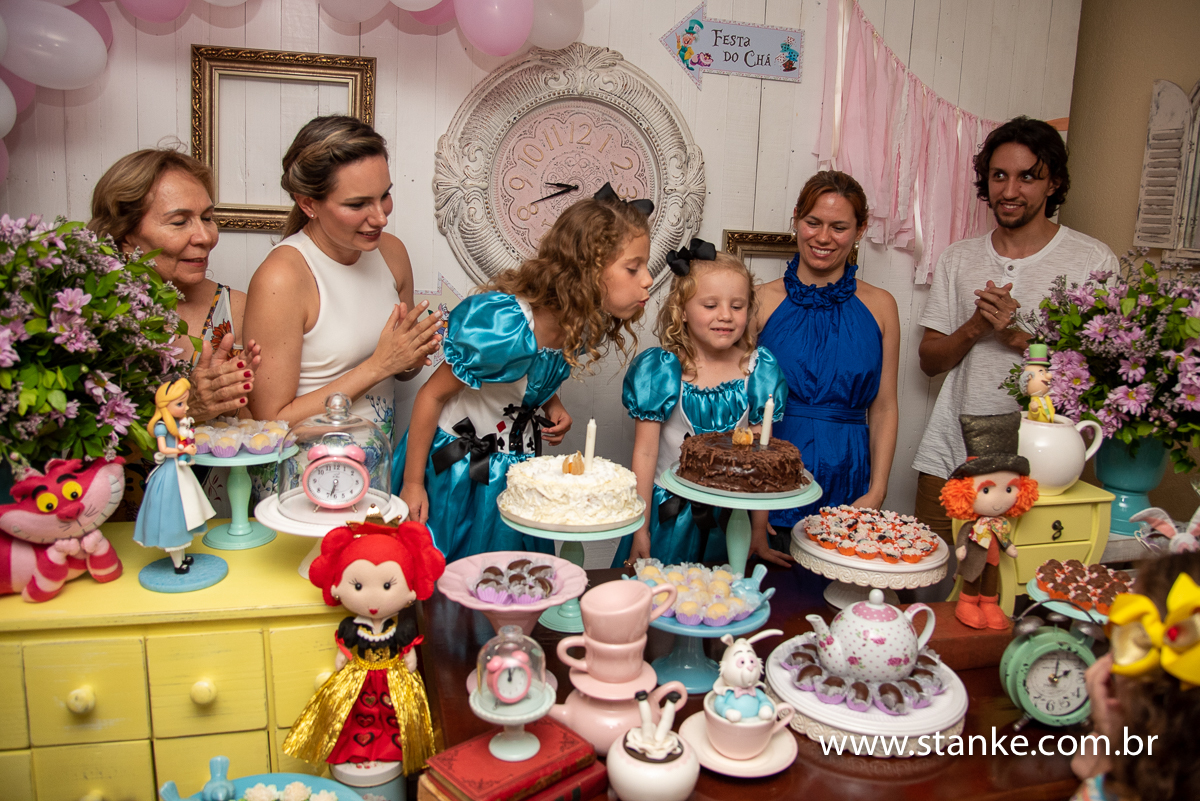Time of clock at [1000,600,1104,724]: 2:02
